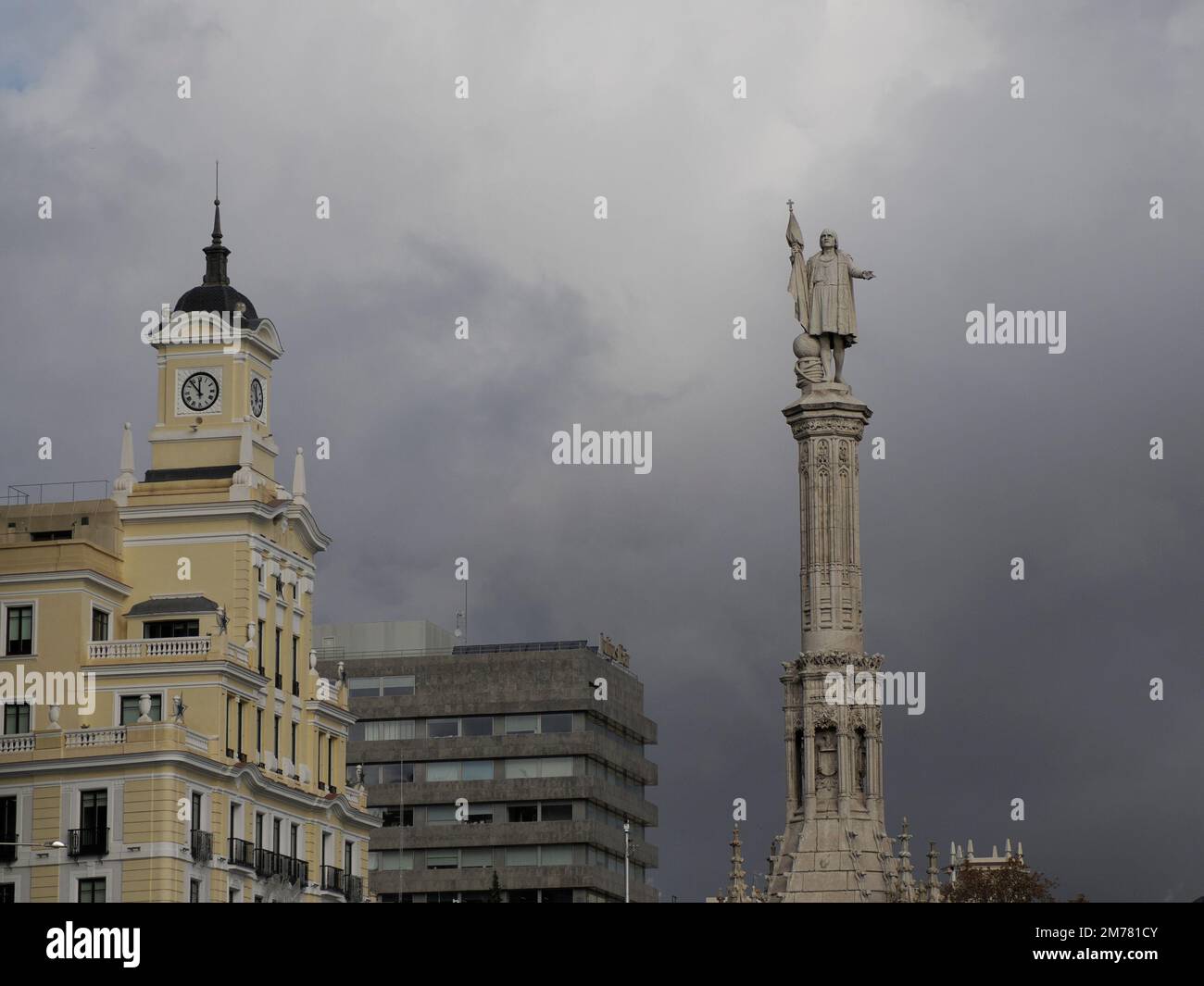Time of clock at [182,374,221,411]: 11:53
